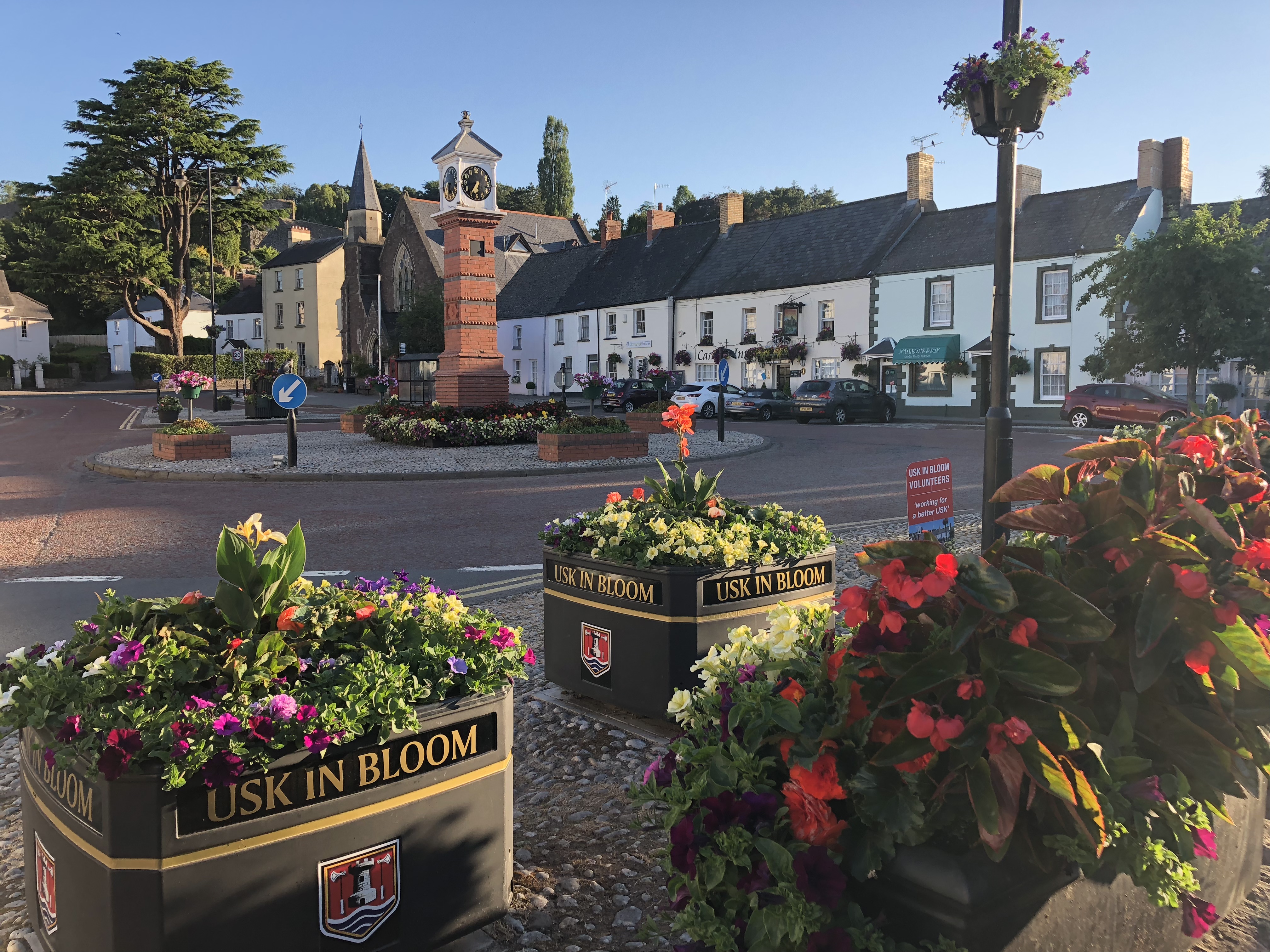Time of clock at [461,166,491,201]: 6:35
